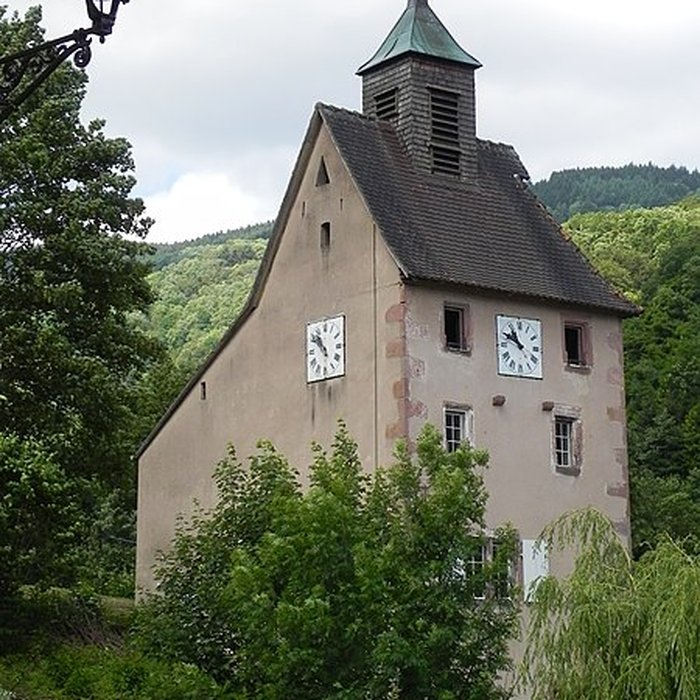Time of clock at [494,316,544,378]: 10:49
